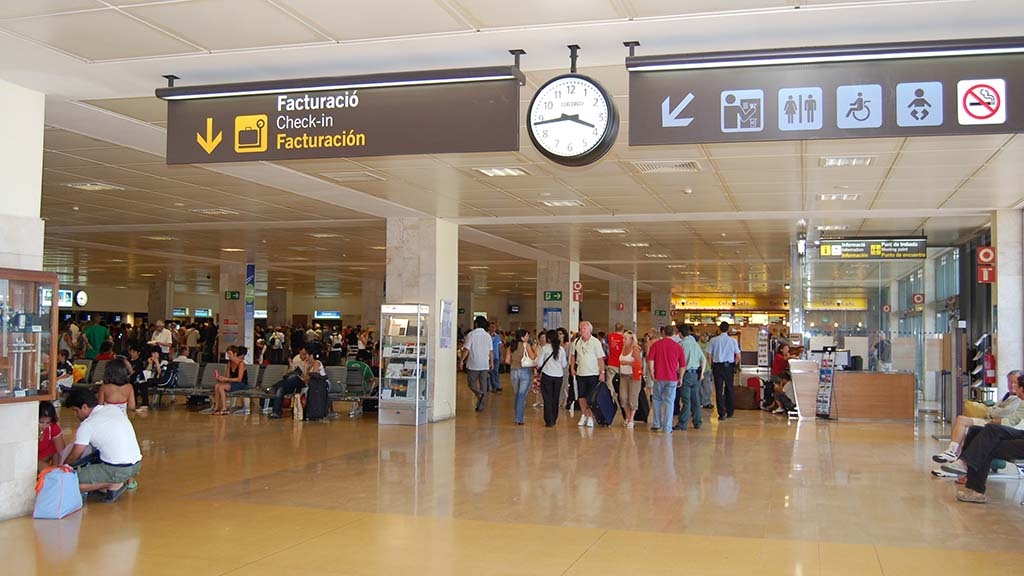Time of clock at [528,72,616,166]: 3:43
